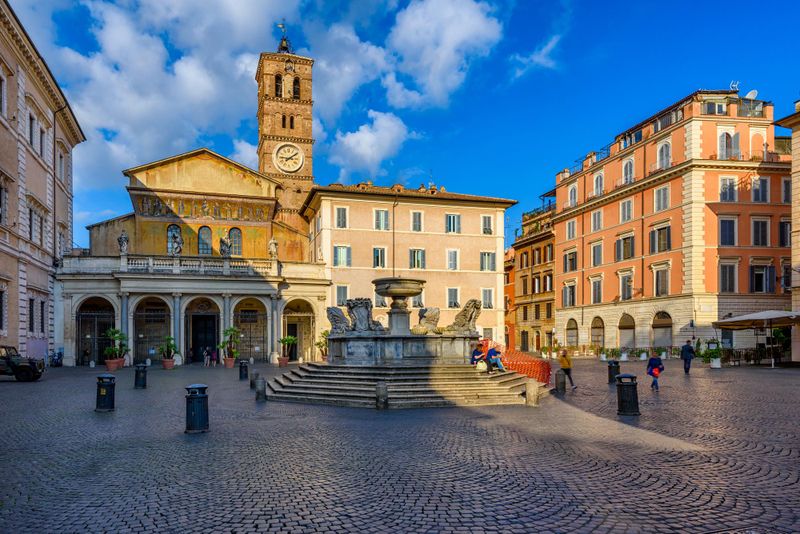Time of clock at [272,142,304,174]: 9:09
